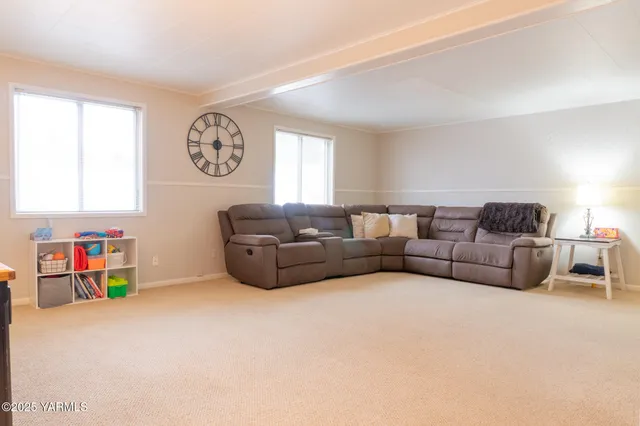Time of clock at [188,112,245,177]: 5:59
